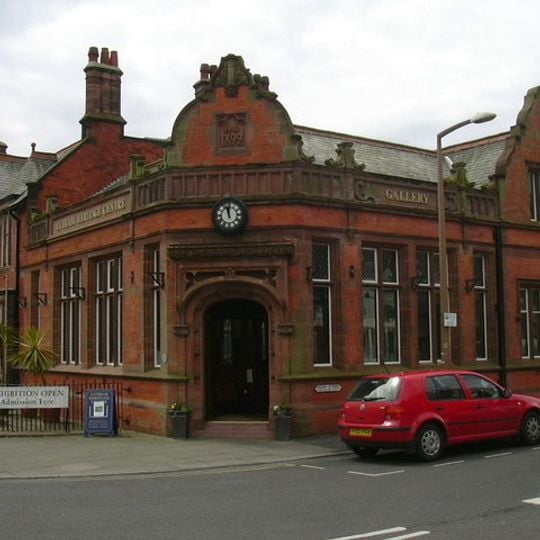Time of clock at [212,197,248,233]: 11:57
